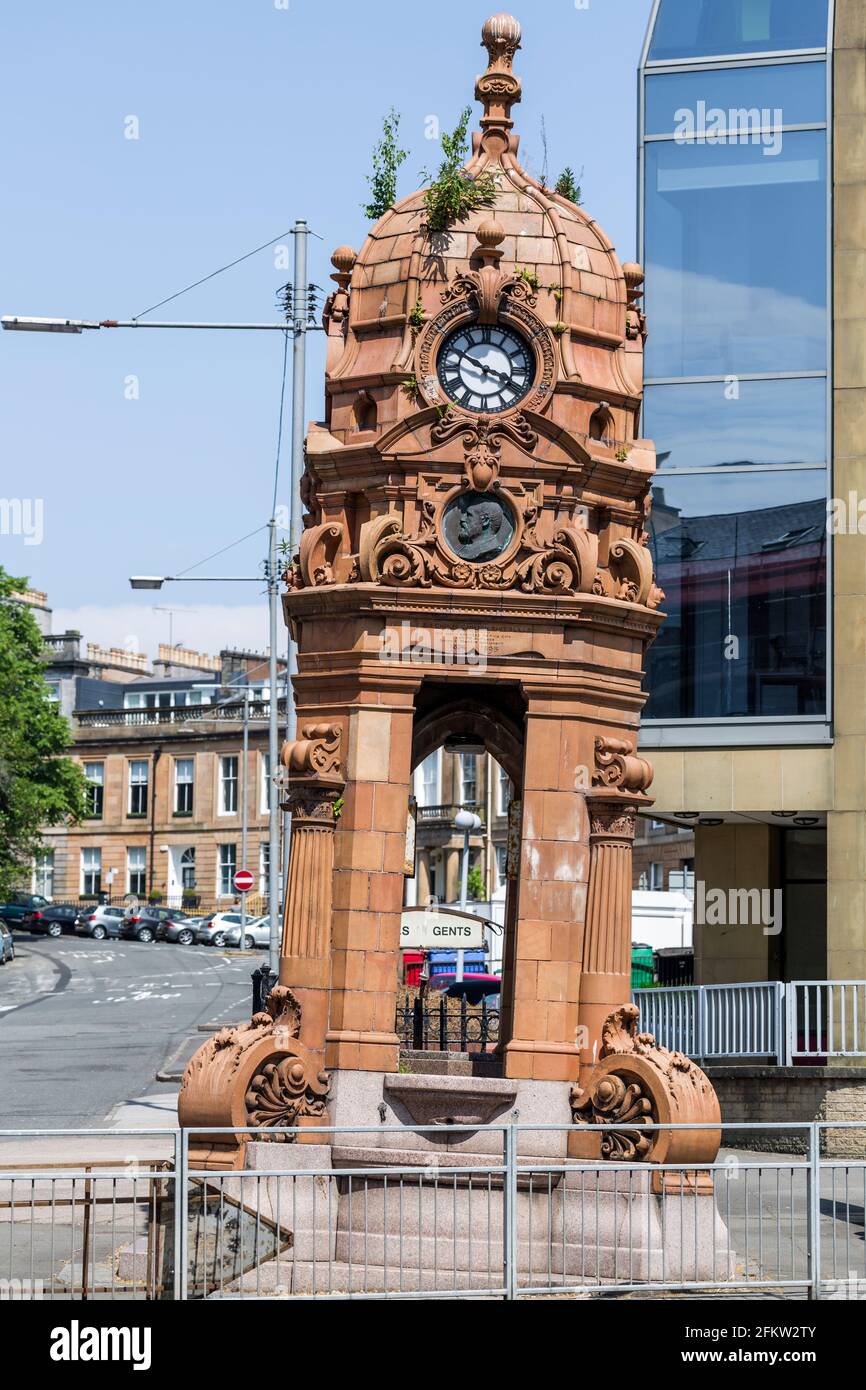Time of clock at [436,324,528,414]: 3:50
